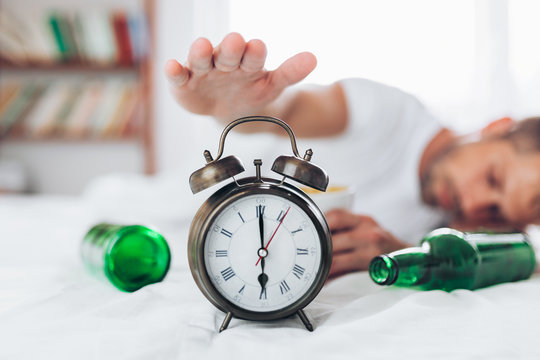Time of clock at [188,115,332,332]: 5:59
